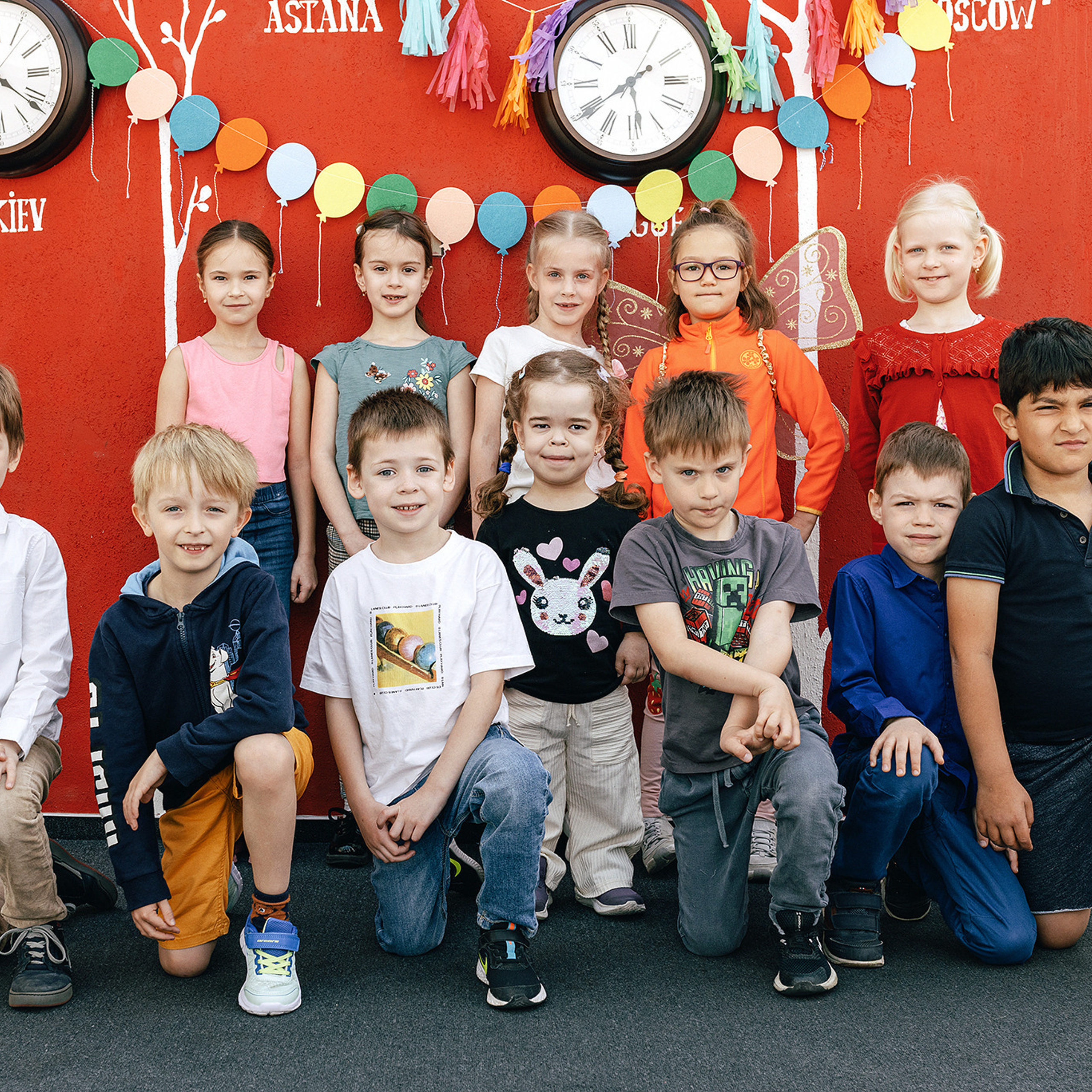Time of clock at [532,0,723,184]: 5:39
